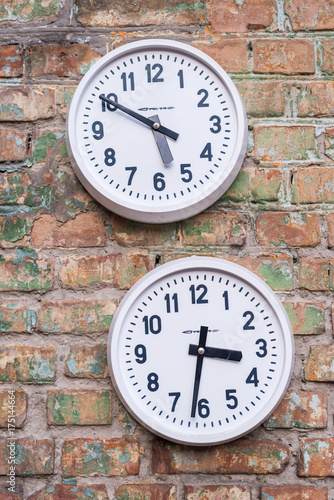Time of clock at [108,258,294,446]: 3:31
